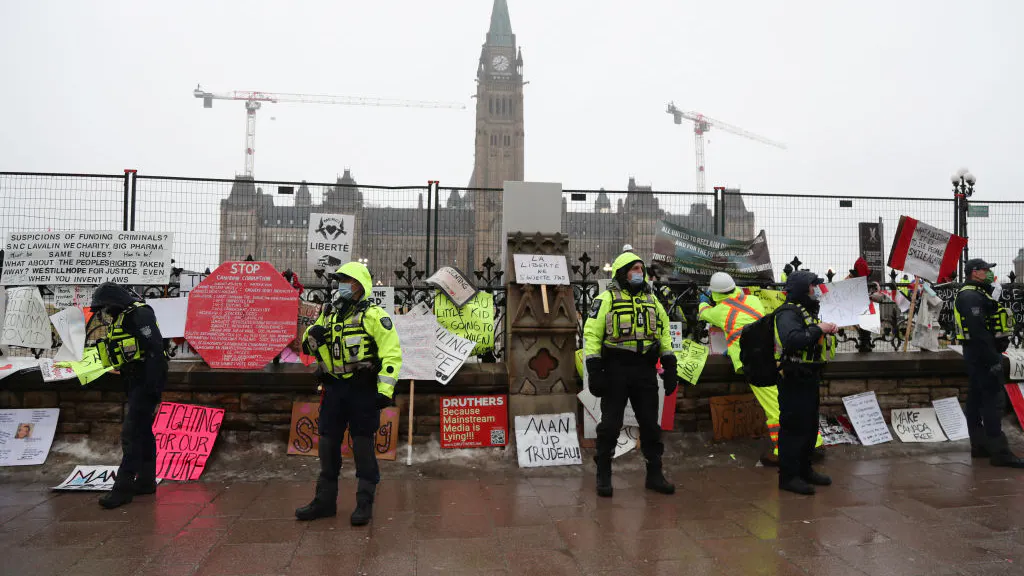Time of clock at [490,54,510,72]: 12:40
